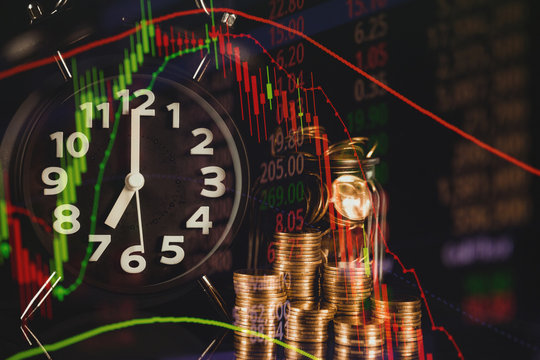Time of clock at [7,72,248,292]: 7:00
